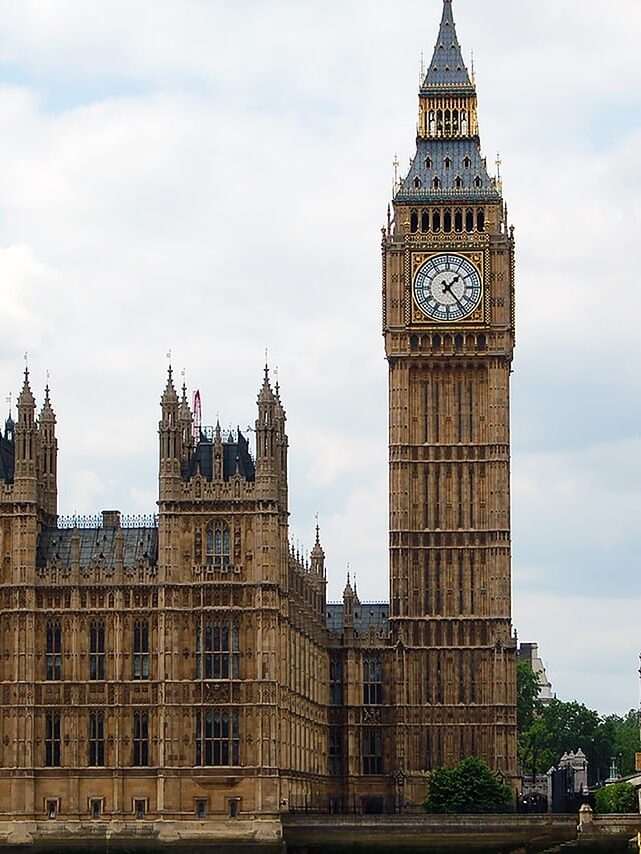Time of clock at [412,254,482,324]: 1:23
